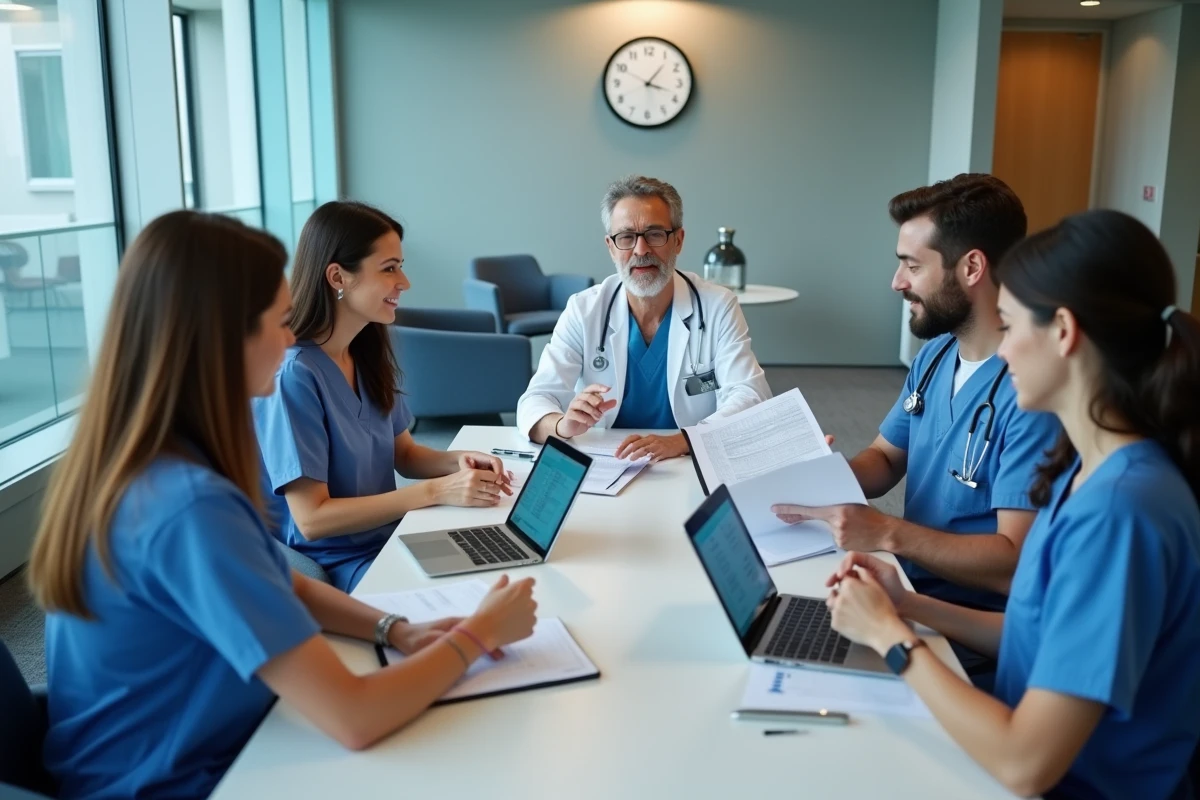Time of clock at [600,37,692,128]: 1:18
